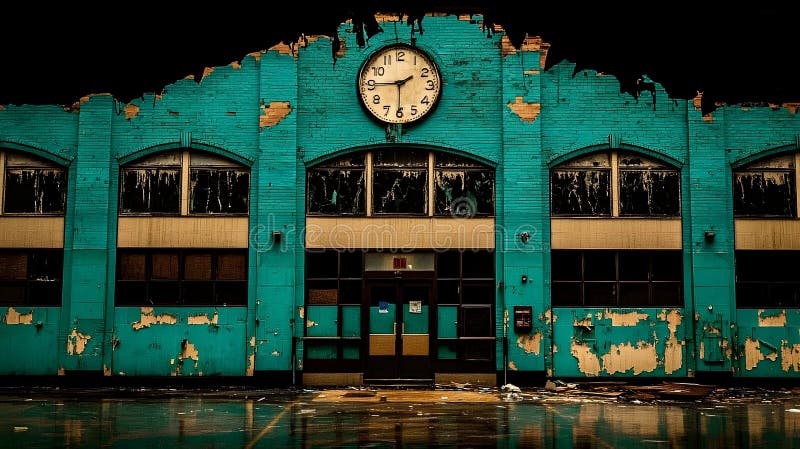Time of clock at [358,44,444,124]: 1:45
